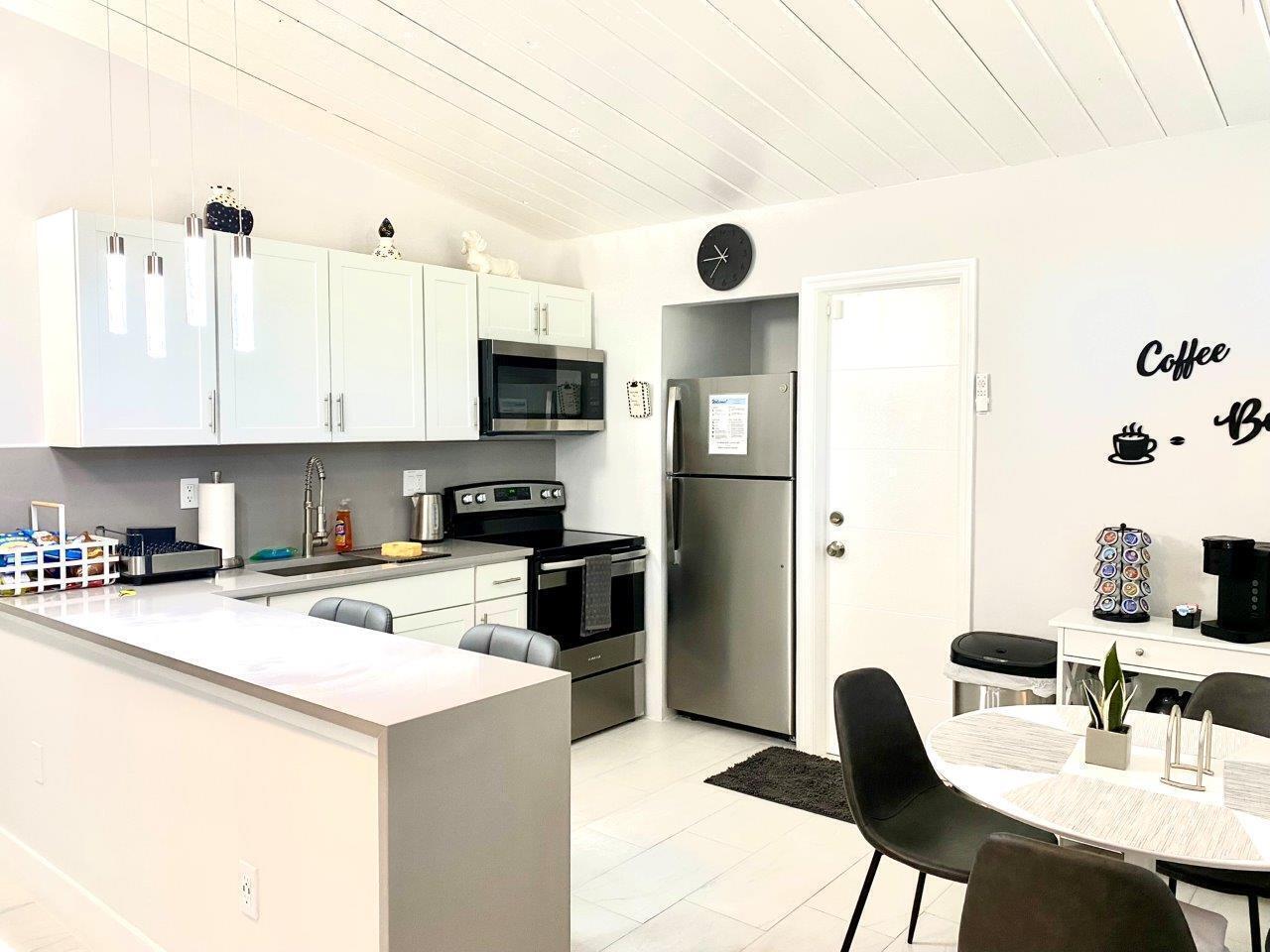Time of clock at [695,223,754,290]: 10:45
